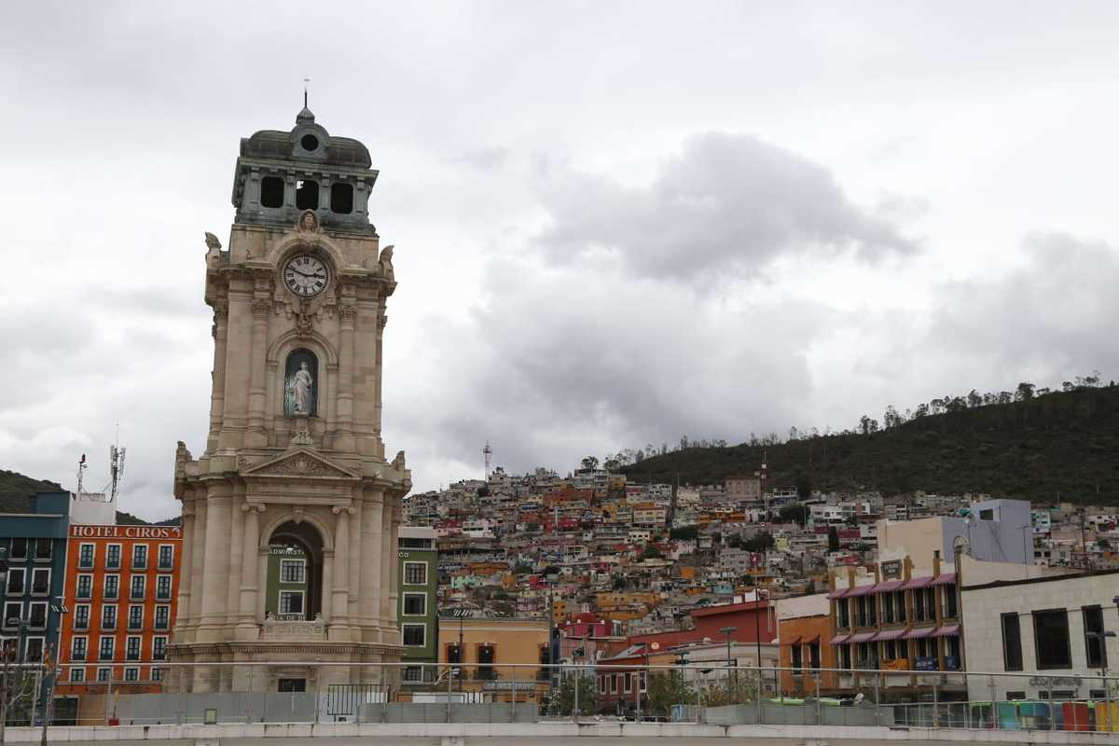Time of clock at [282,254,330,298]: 2:48
